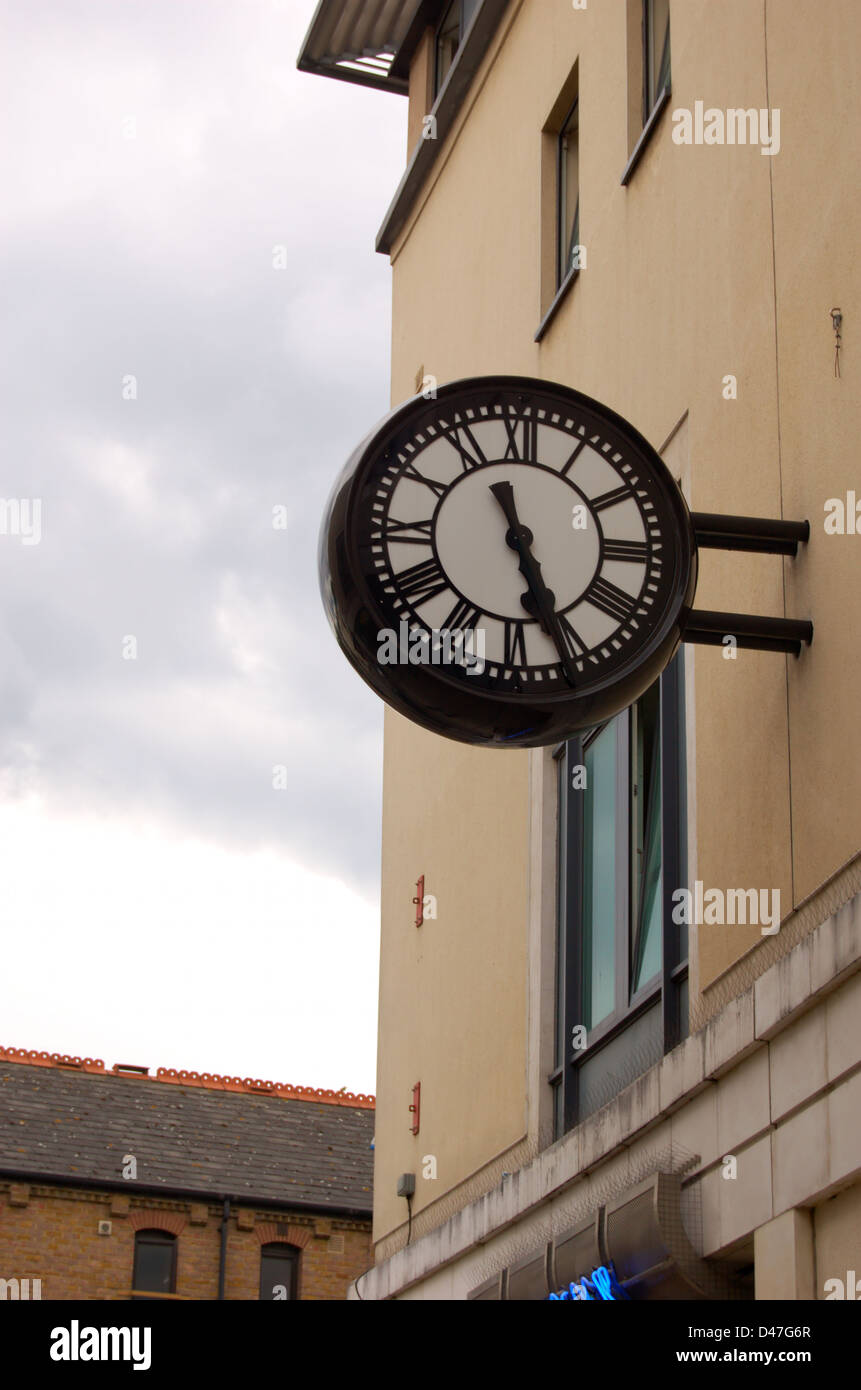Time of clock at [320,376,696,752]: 11:26
